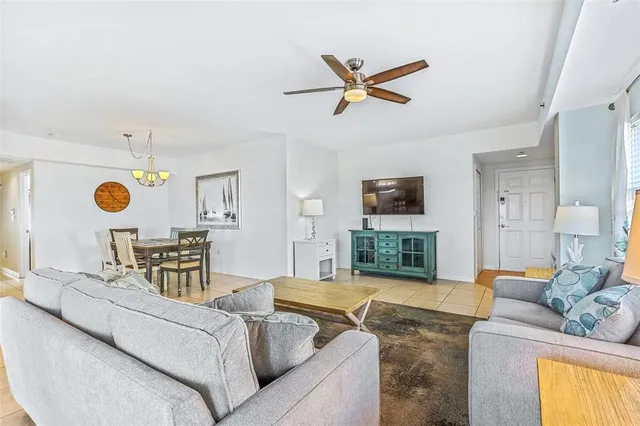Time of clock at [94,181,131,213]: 11:22
